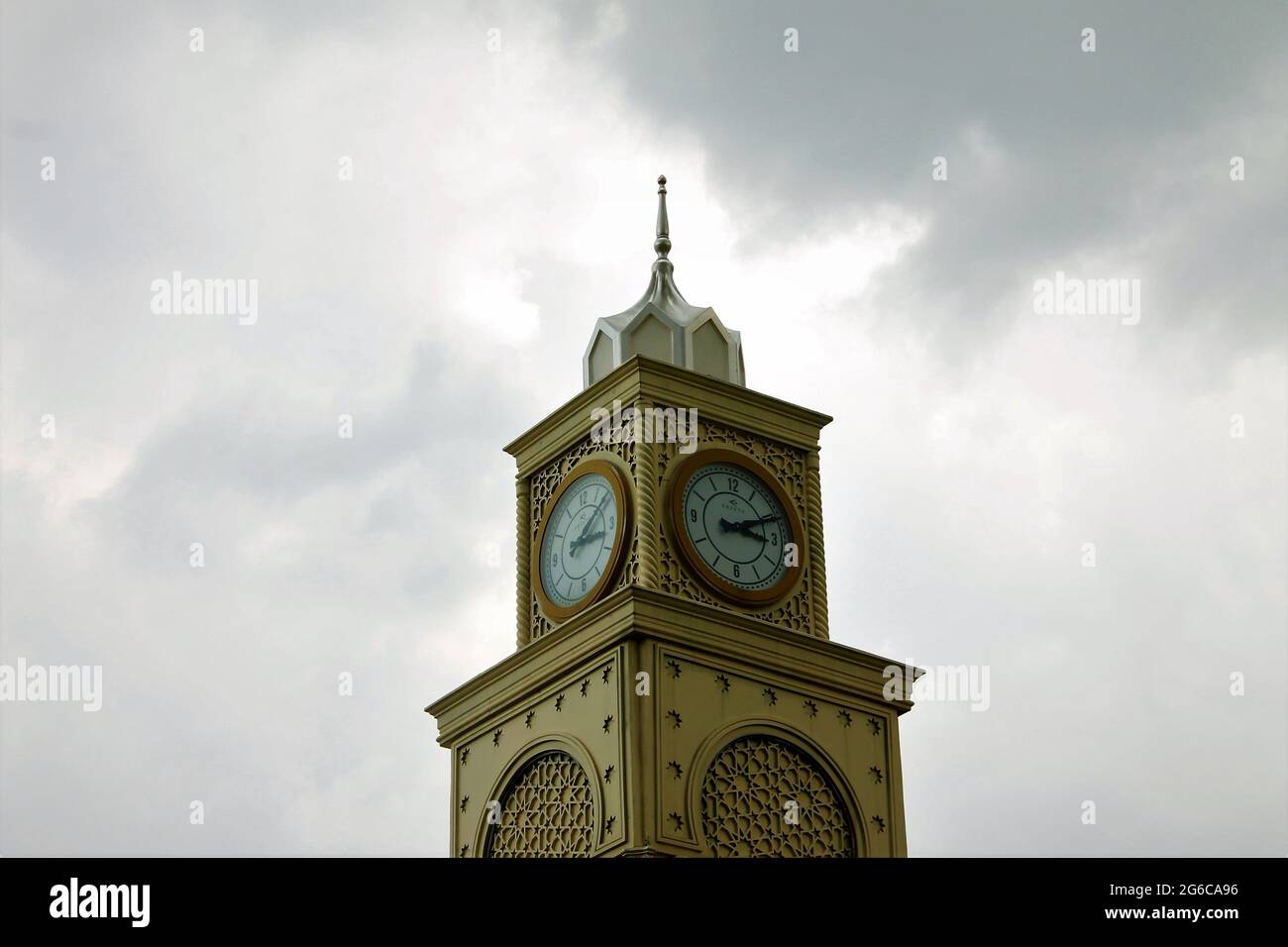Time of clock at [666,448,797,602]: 3:11
